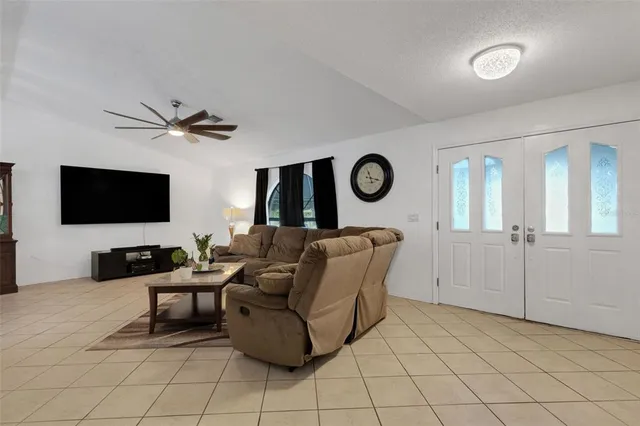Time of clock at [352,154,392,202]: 11:17
